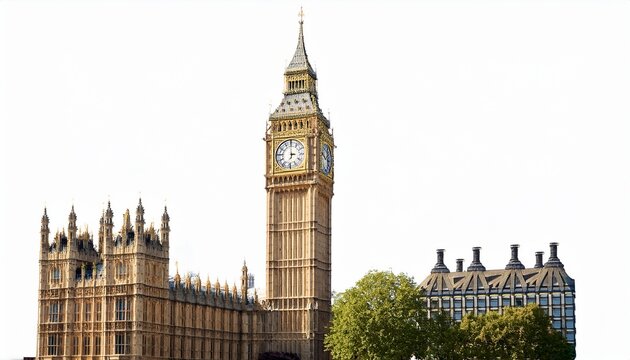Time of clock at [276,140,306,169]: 2:58
